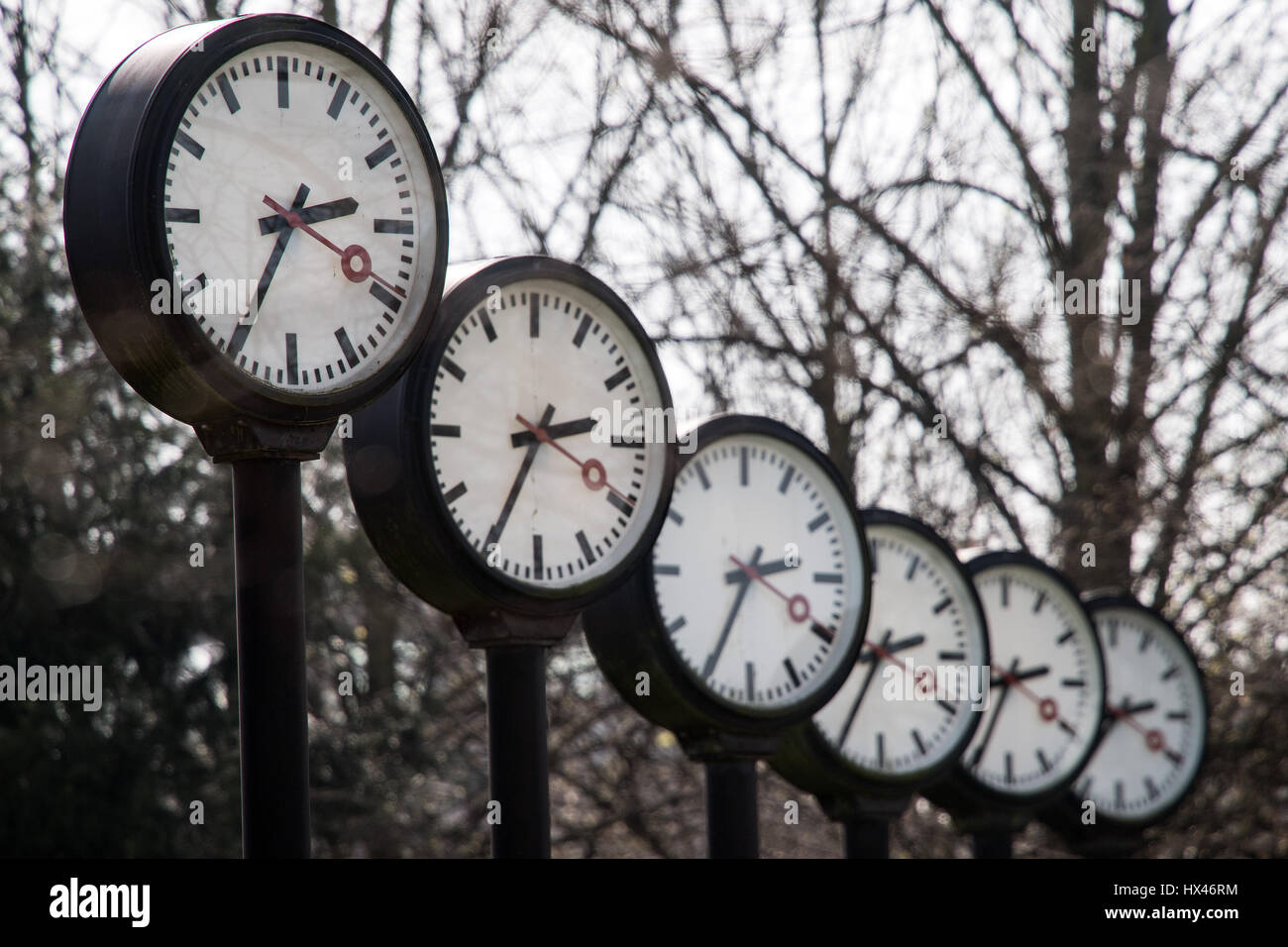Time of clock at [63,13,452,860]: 2:34
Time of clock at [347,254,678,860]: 2:34
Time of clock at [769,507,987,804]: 2:35
